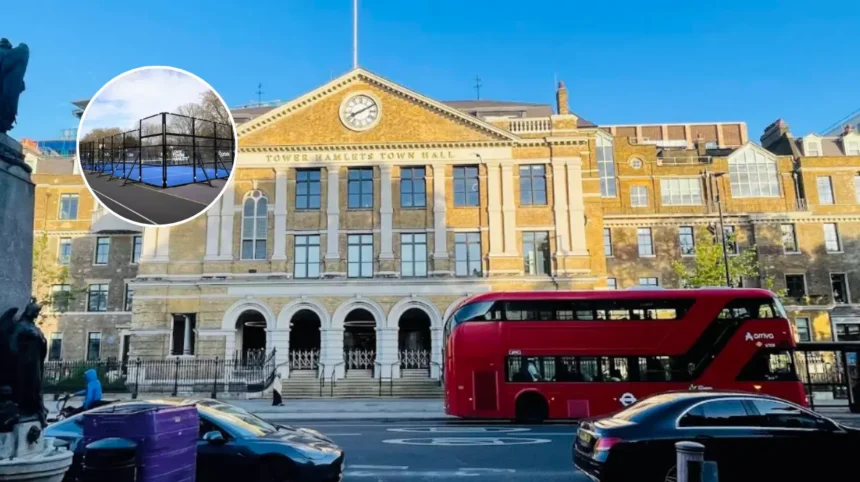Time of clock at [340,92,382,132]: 8:10
